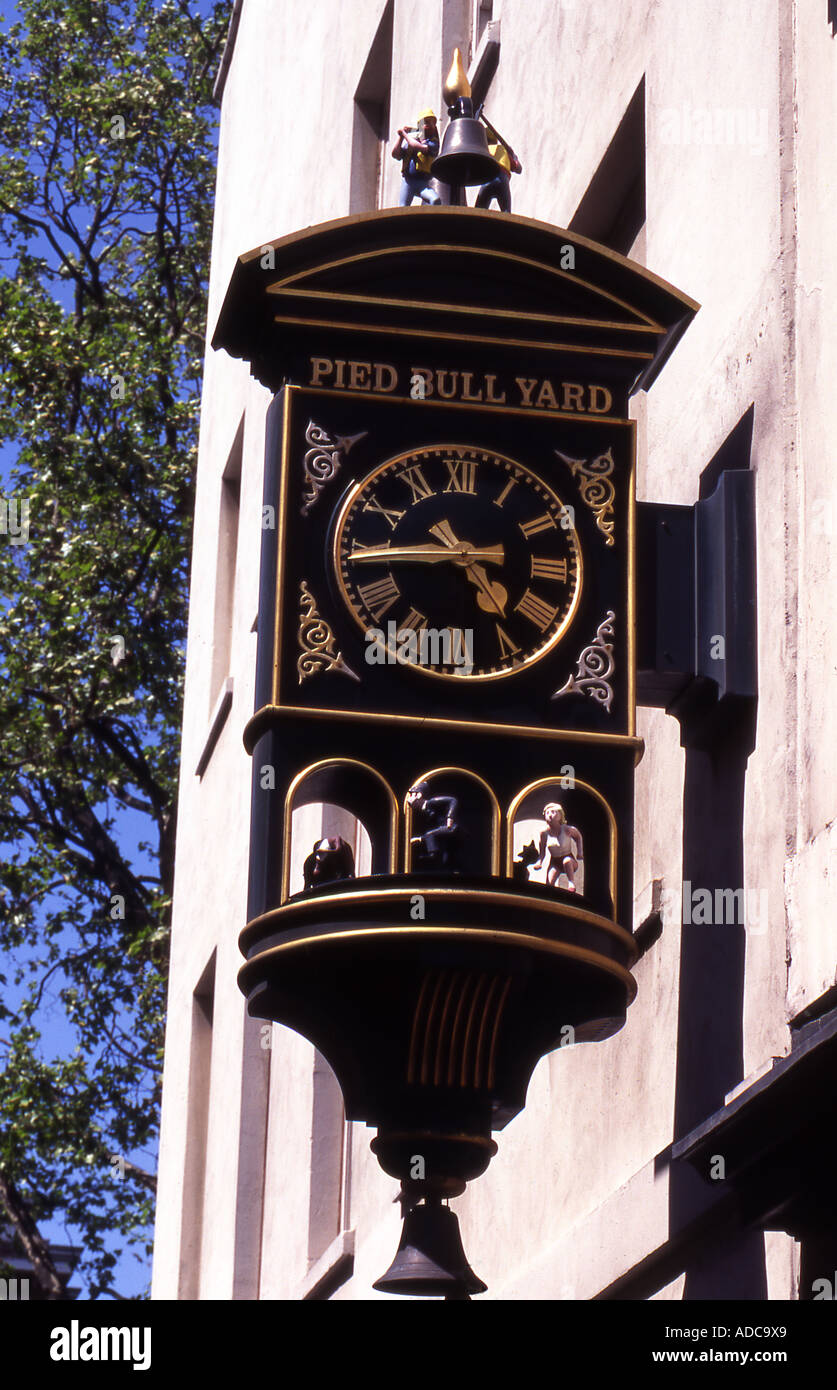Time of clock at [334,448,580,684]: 4:44
